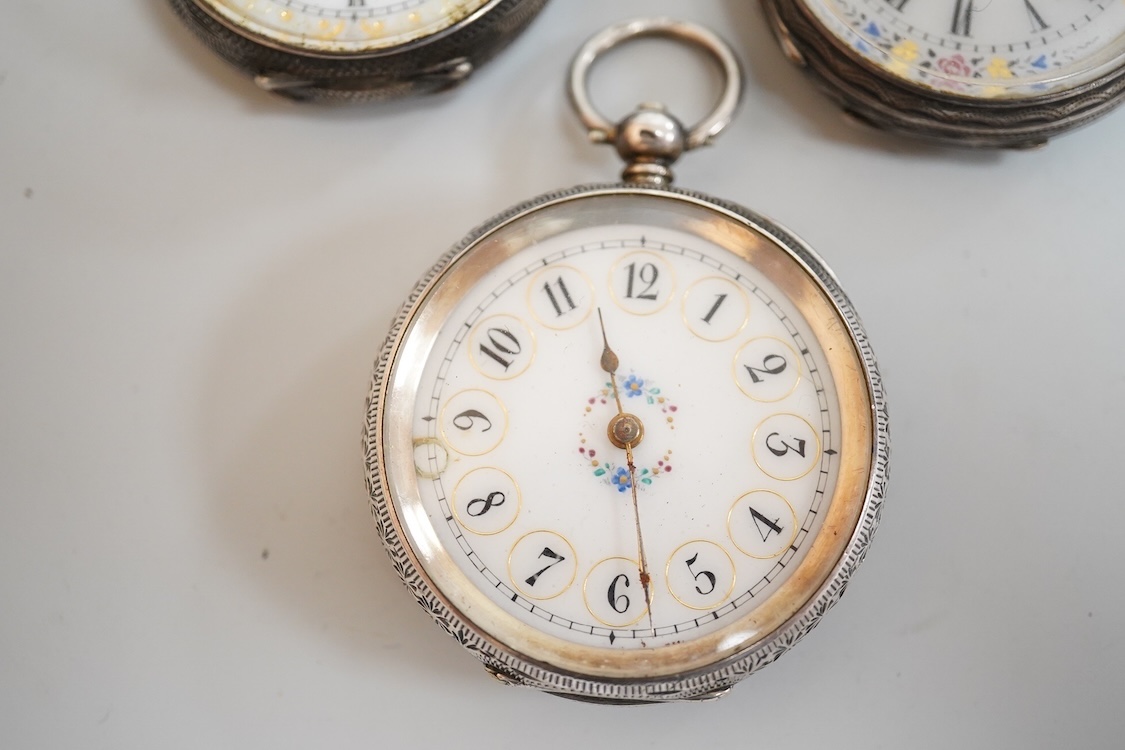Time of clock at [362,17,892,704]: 11:28
